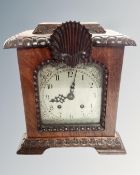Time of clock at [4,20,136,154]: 8:02
